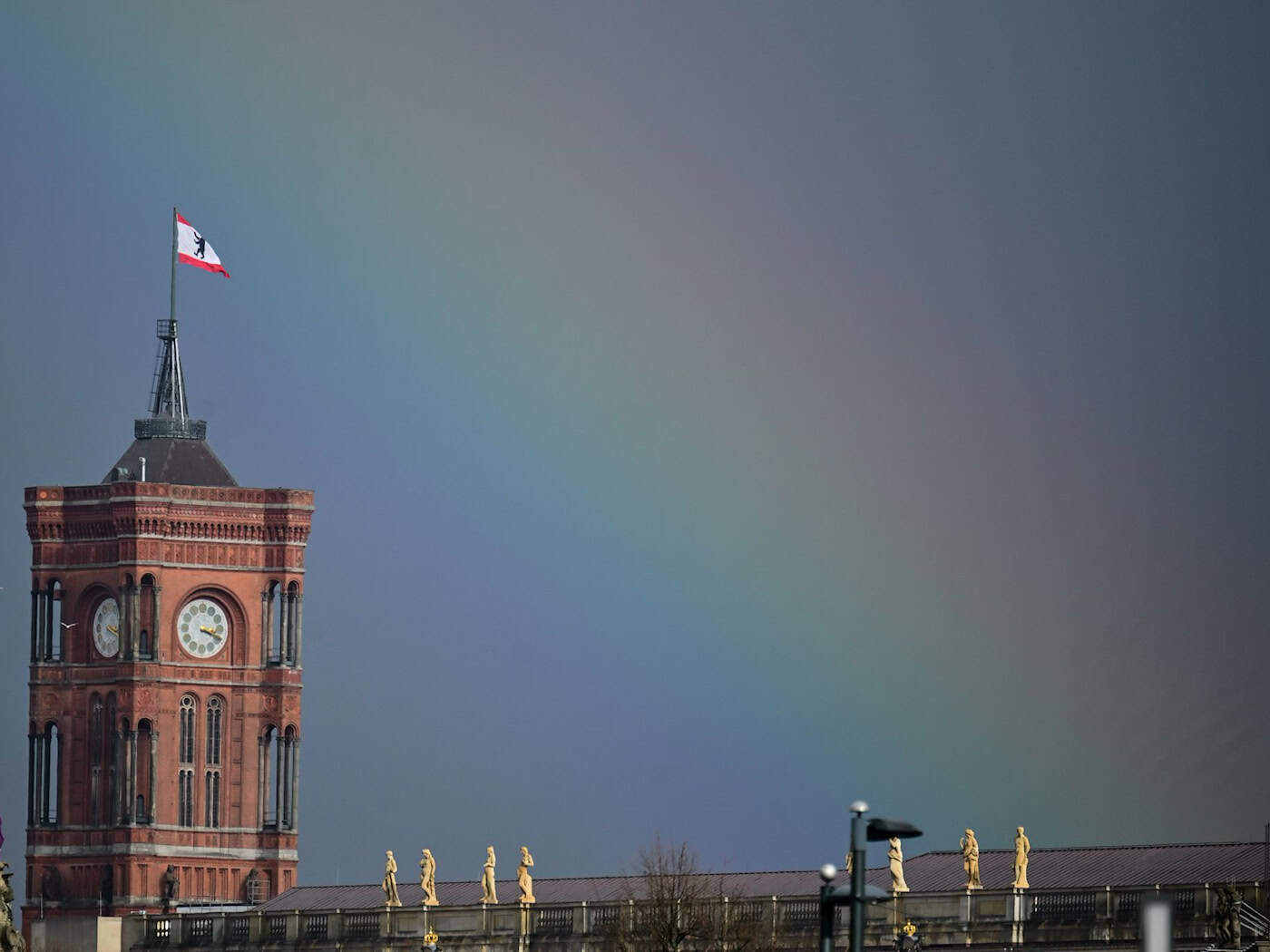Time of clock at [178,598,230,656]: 3:18
